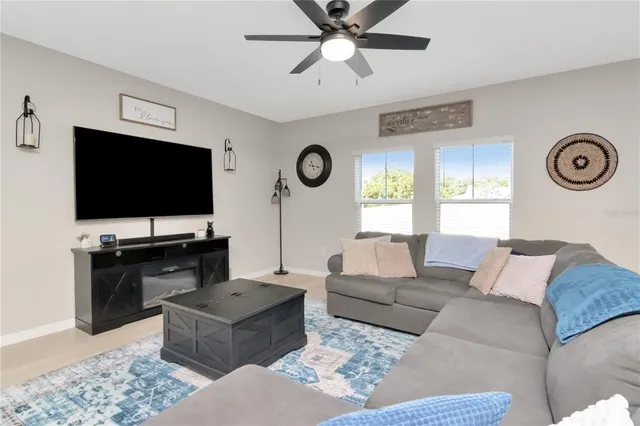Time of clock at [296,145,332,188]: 11:17
